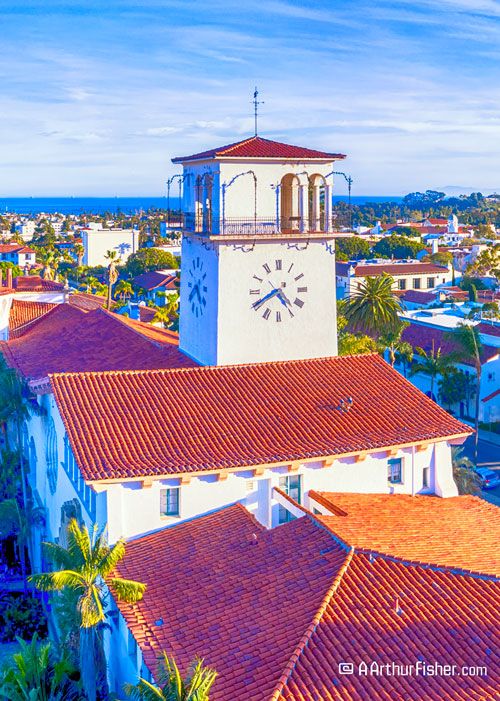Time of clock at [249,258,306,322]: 4:40
